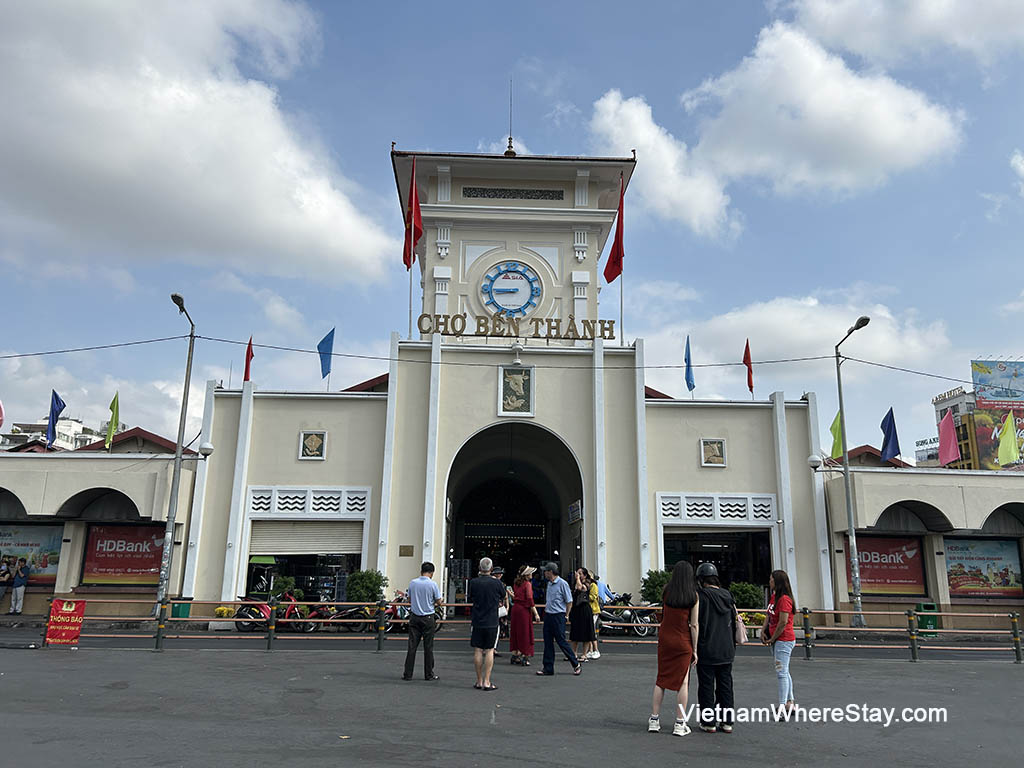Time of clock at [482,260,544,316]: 8:45
